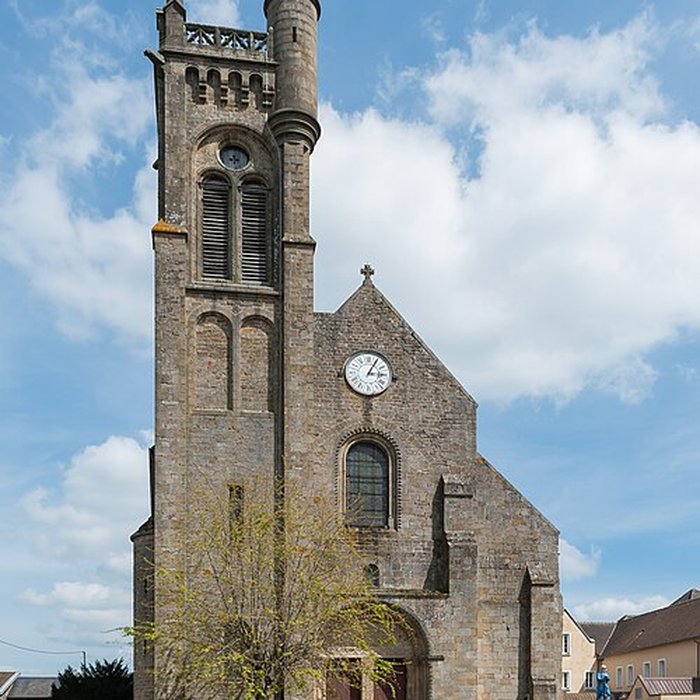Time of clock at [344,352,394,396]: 3:04
